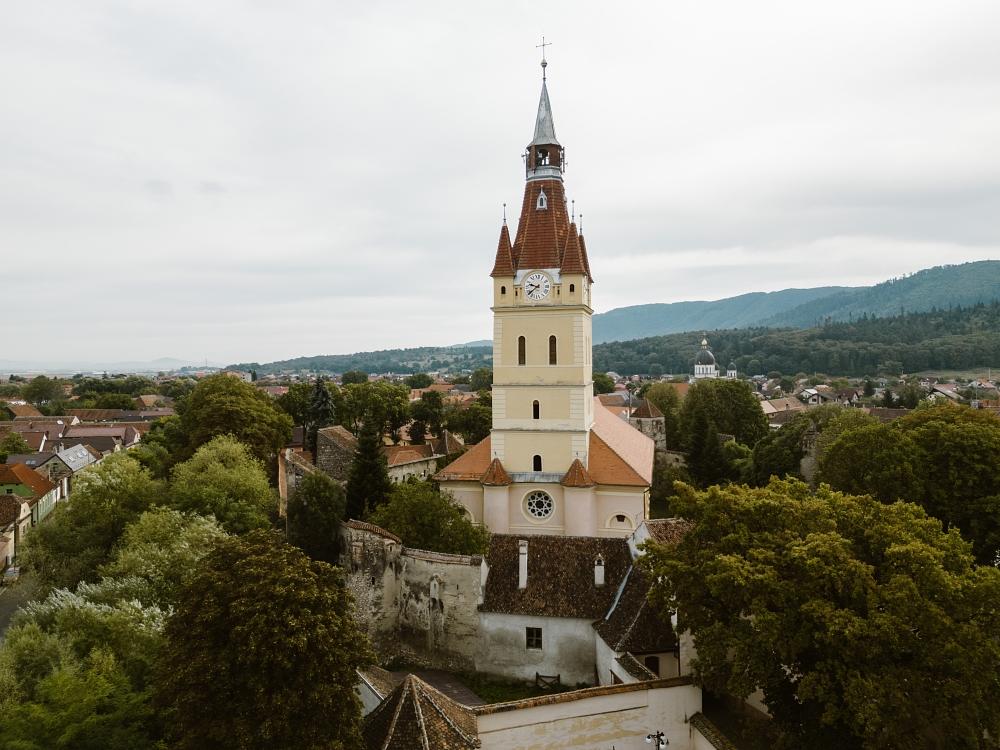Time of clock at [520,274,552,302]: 9:38
